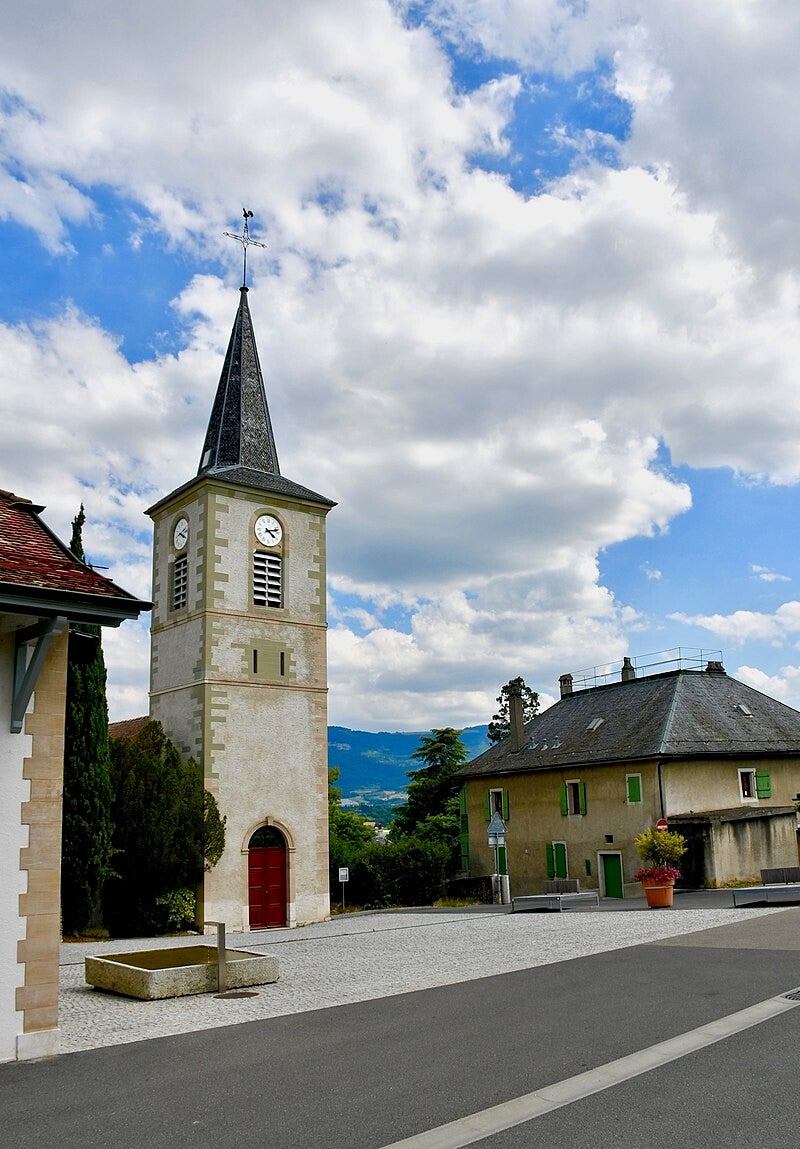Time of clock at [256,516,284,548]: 4:12
